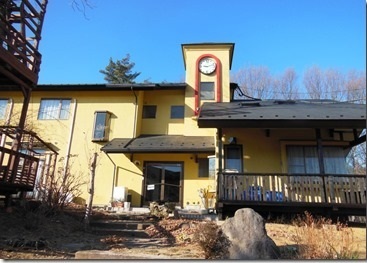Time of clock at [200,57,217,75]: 9:12
